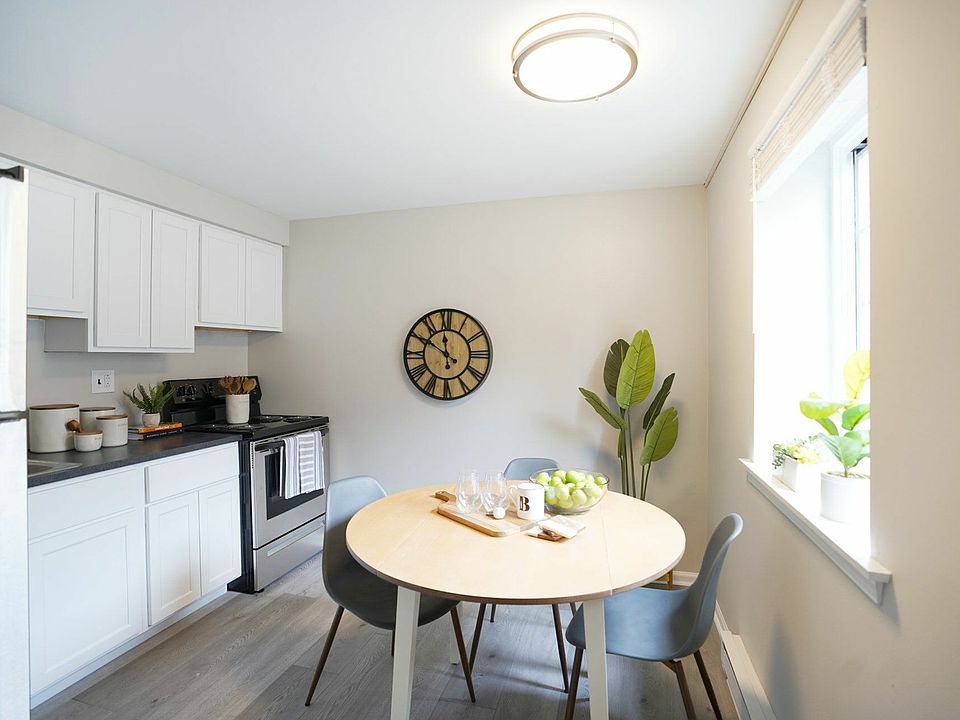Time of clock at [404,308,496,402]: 11:50
